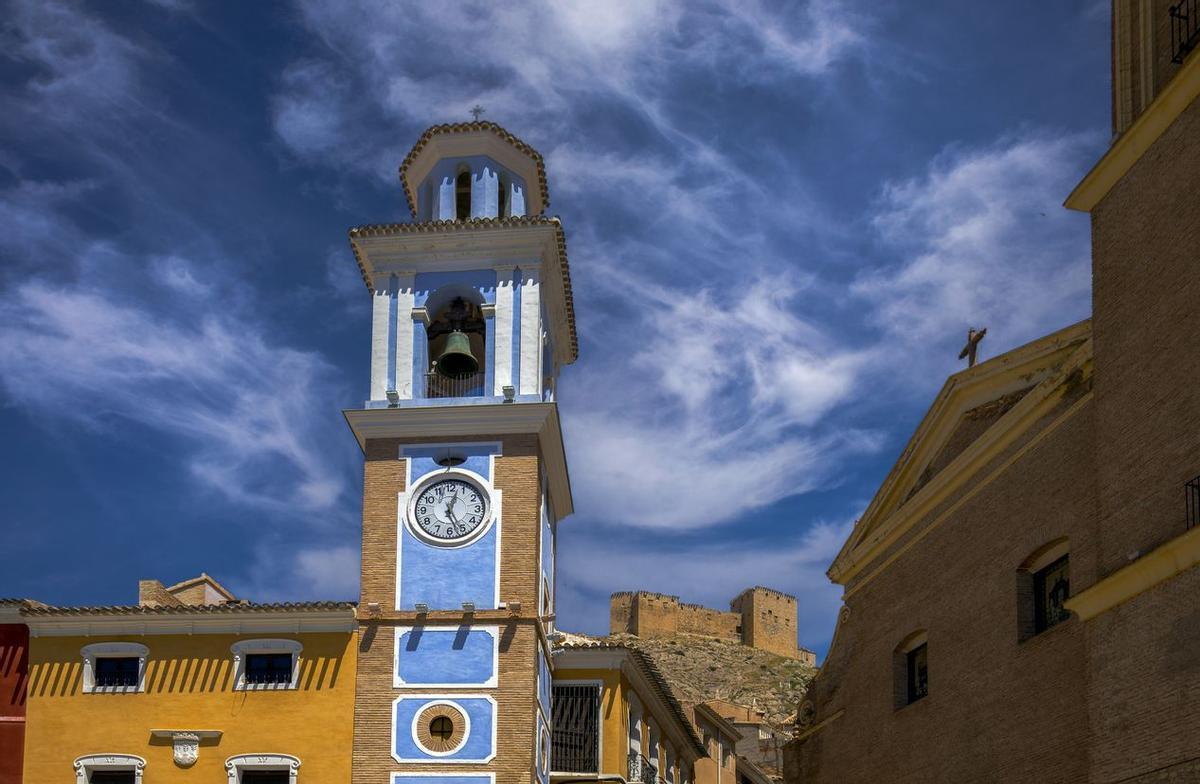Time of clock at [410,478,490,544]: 12:26
